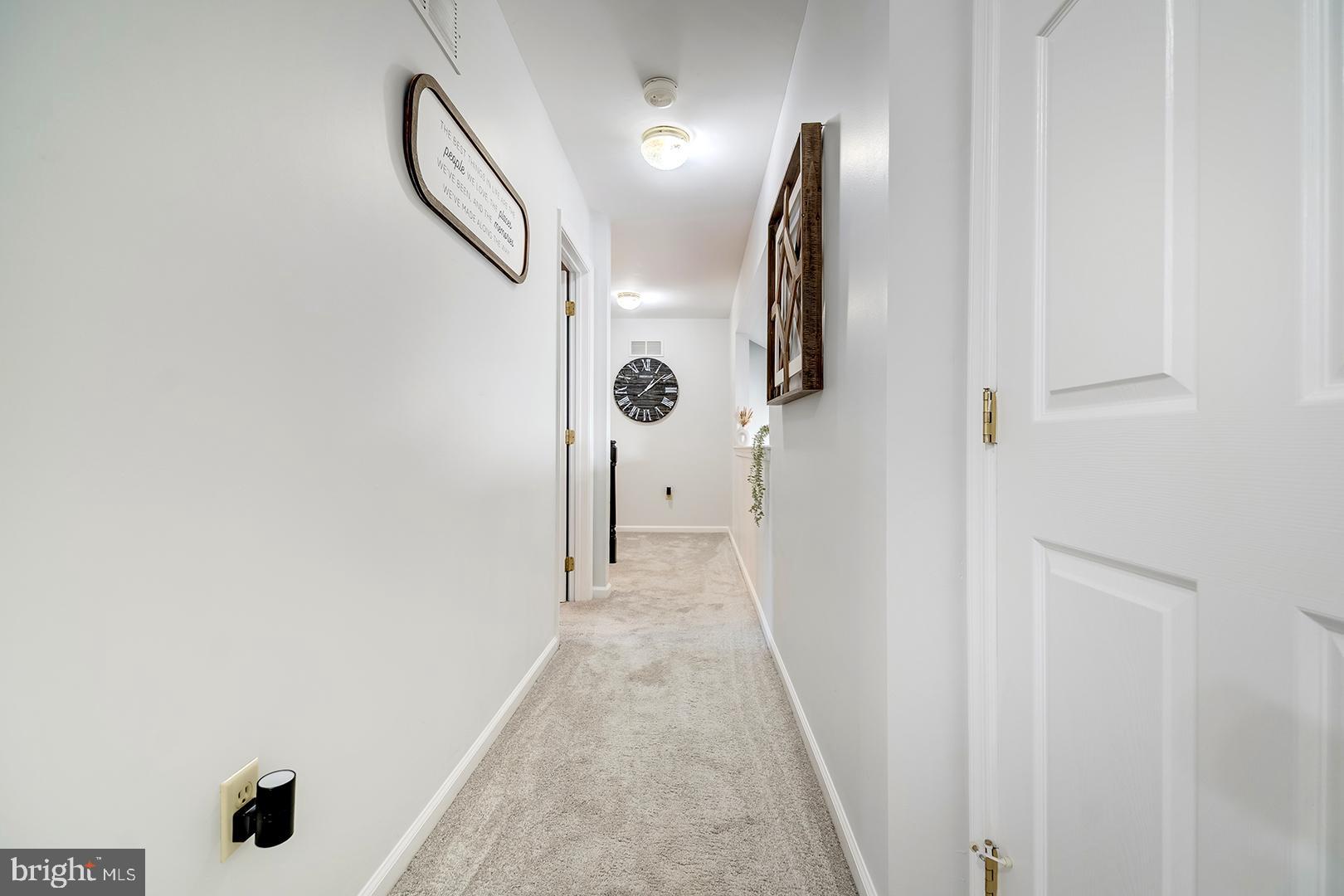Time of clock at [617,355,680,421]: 1:08
